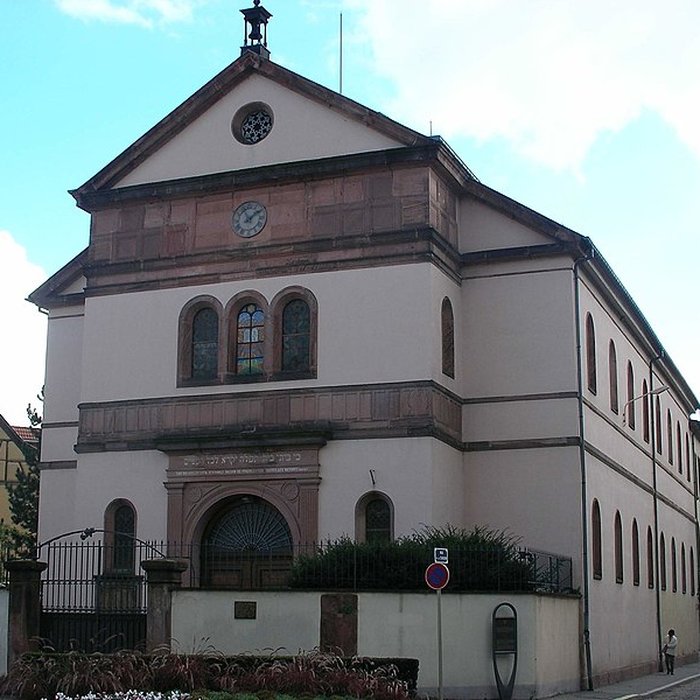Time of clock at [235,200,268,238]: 11:08
